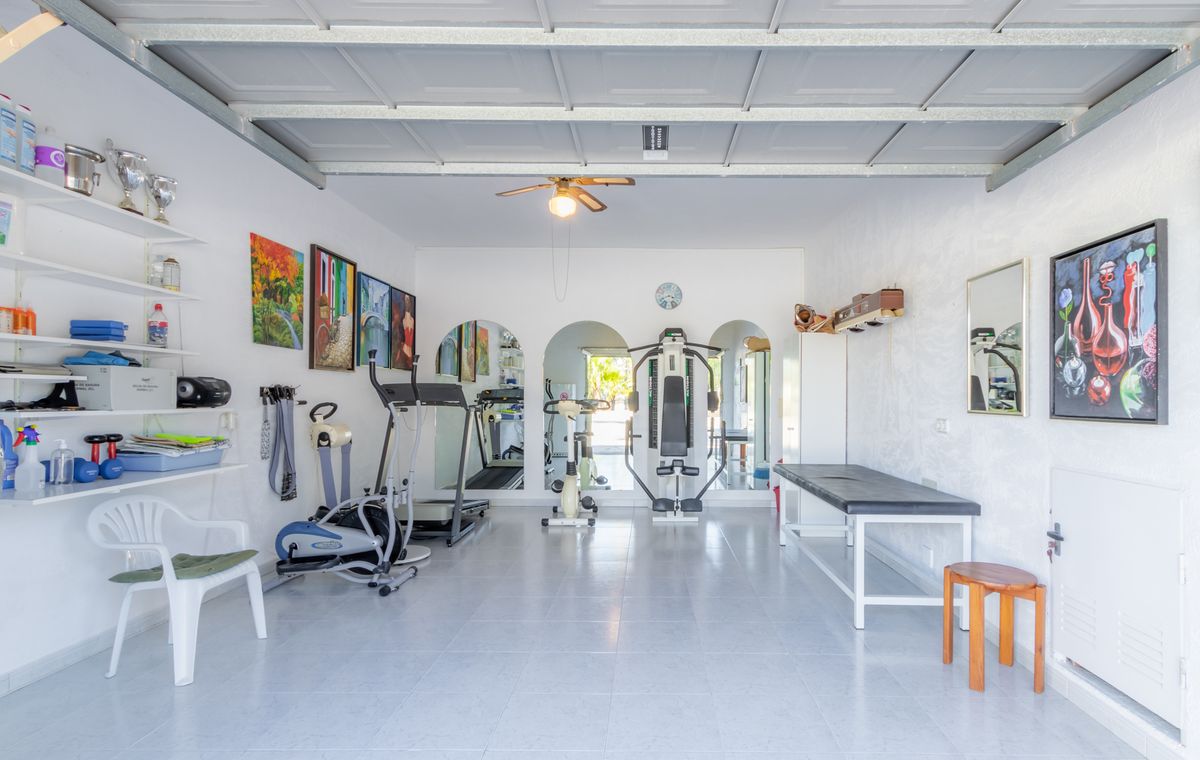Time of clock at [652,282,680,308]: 3:40
